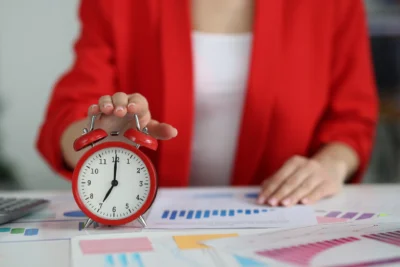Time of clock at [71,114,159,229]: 7:00
